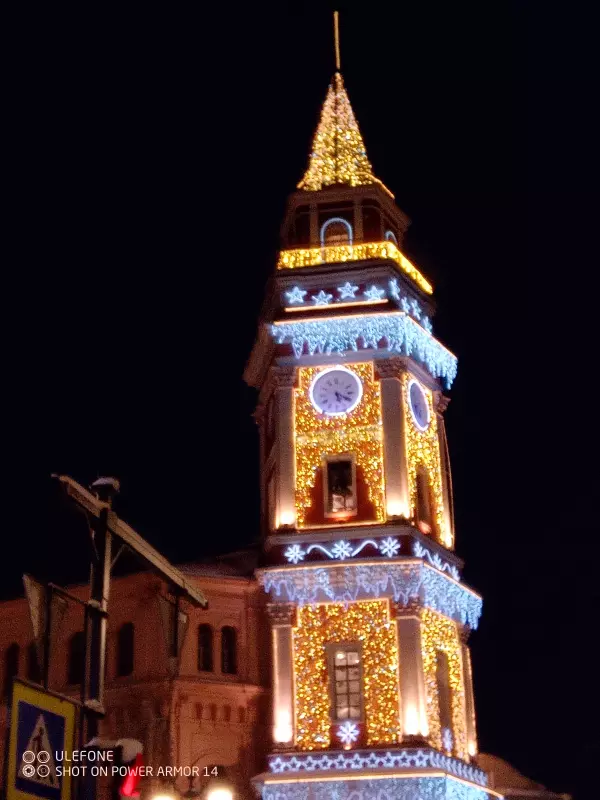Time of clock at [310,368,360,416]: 5:18
